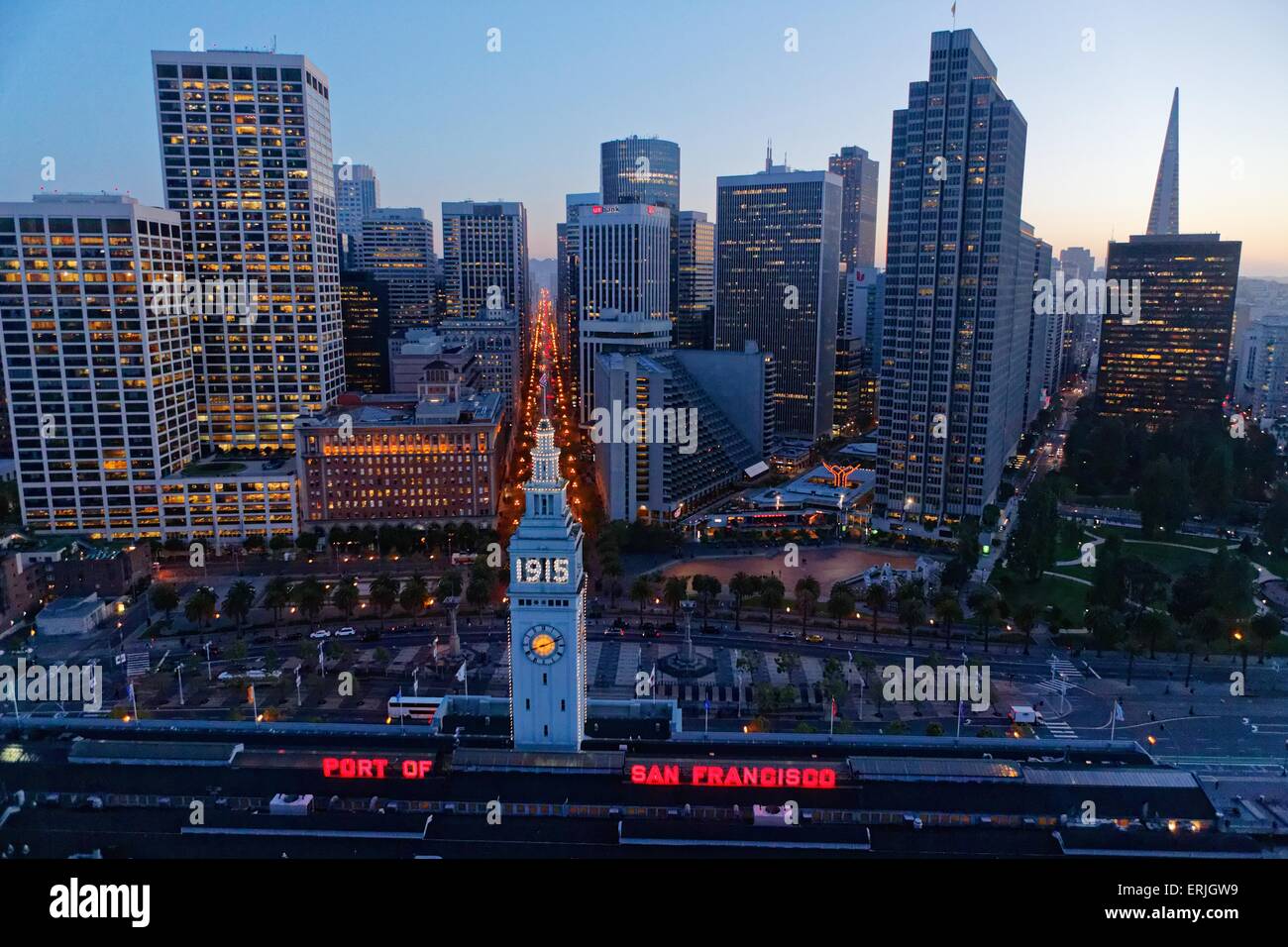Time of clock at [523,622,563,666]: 8:11
